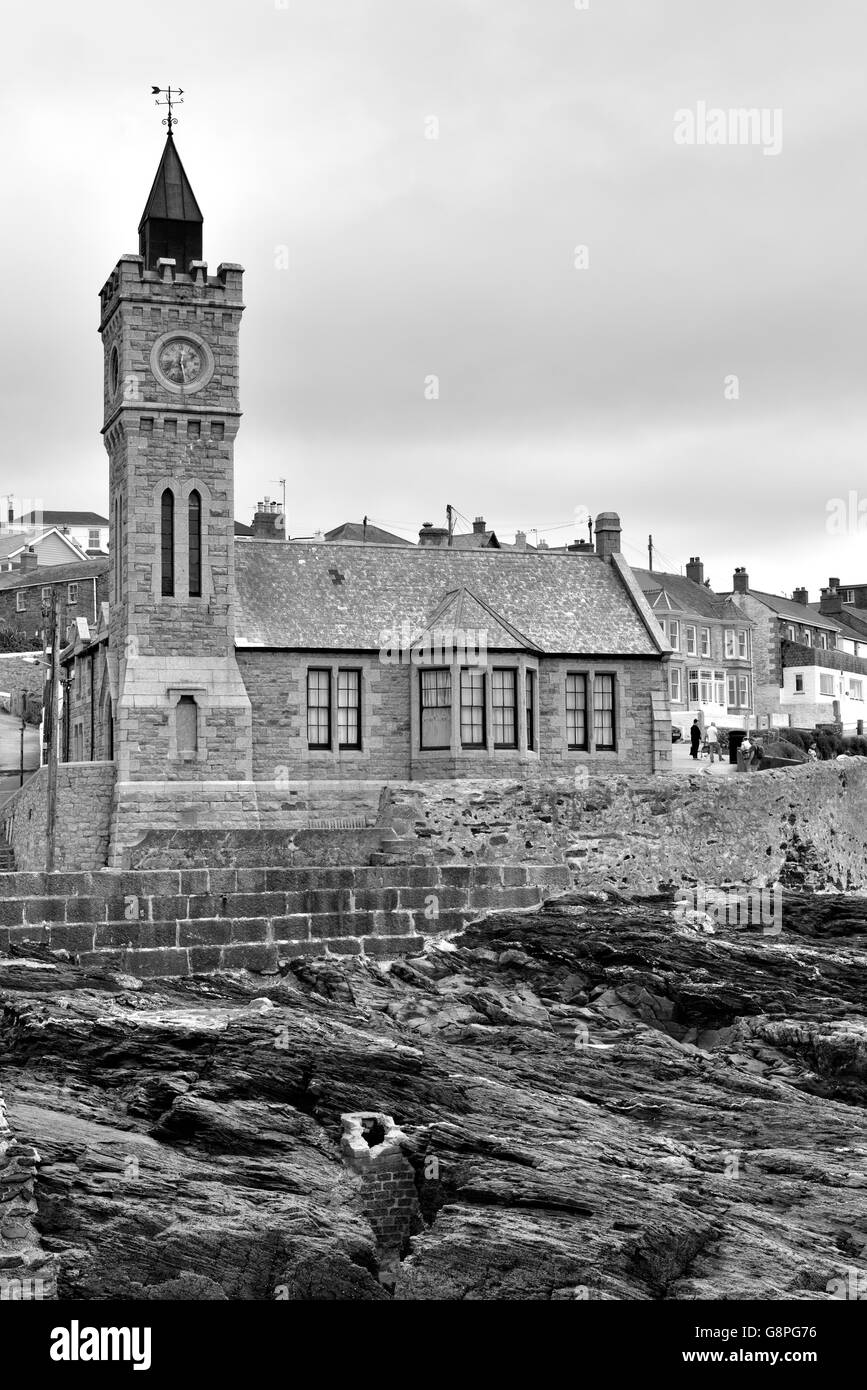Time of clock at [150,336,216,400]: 1:28
